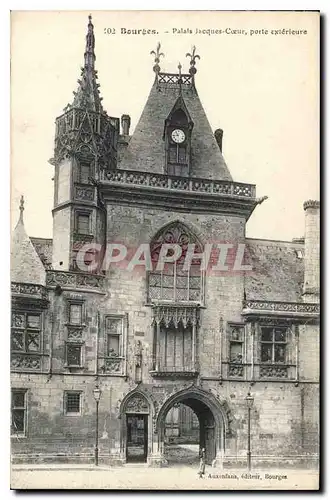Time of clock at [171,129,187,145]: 10:43
